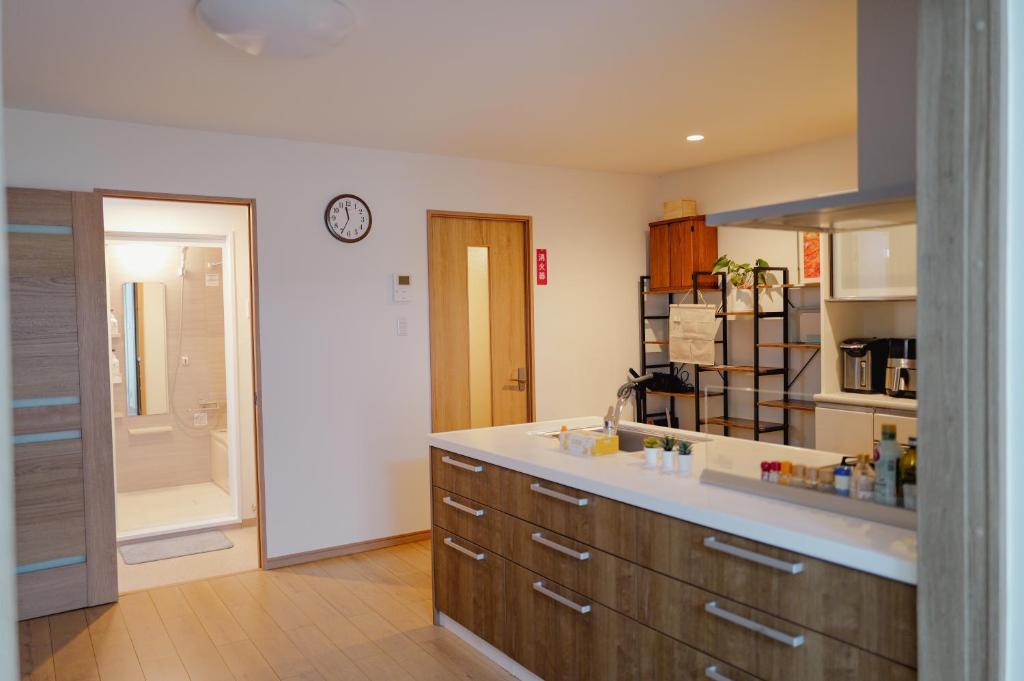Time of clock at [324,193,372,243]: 11:34
